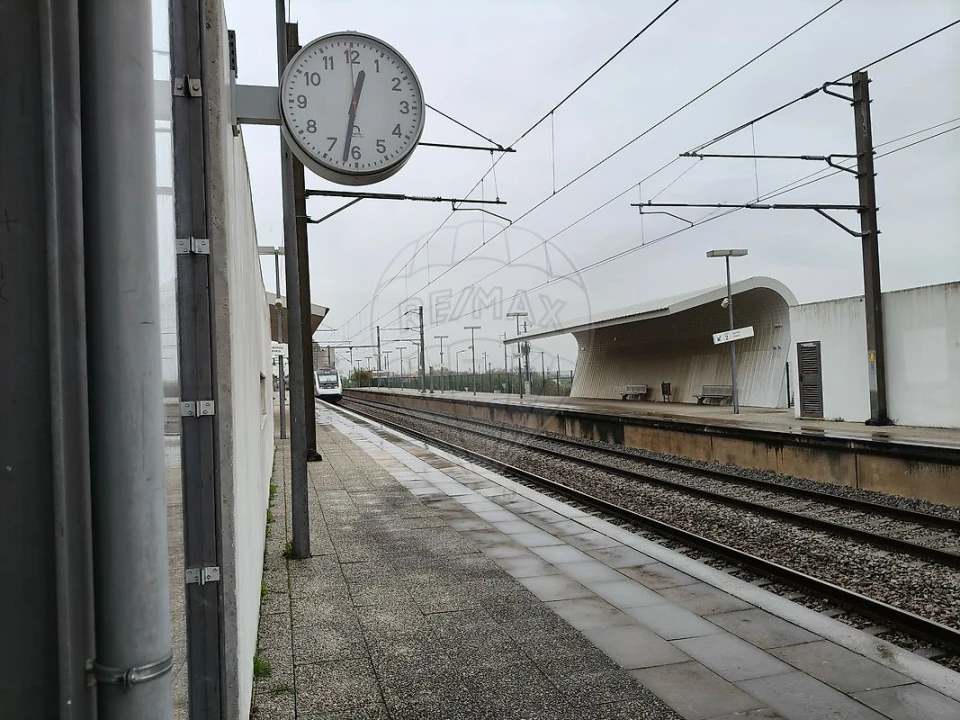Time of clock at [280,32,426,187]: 12:31
